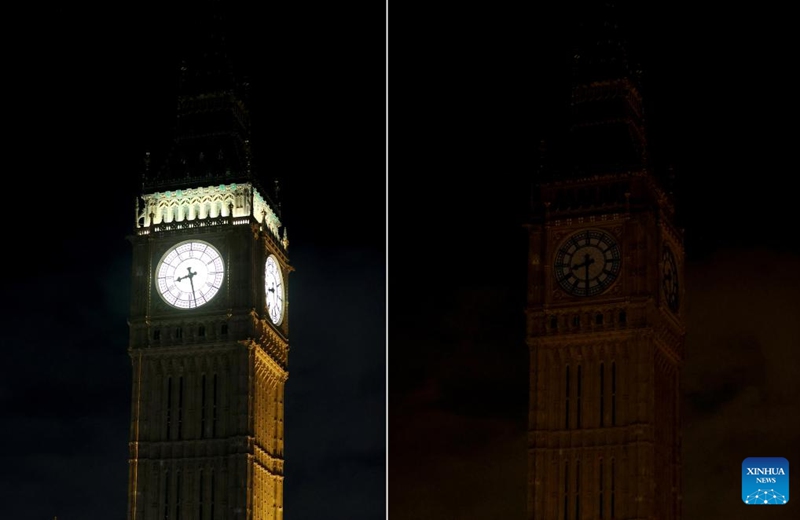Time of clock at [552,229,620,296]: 8:30
